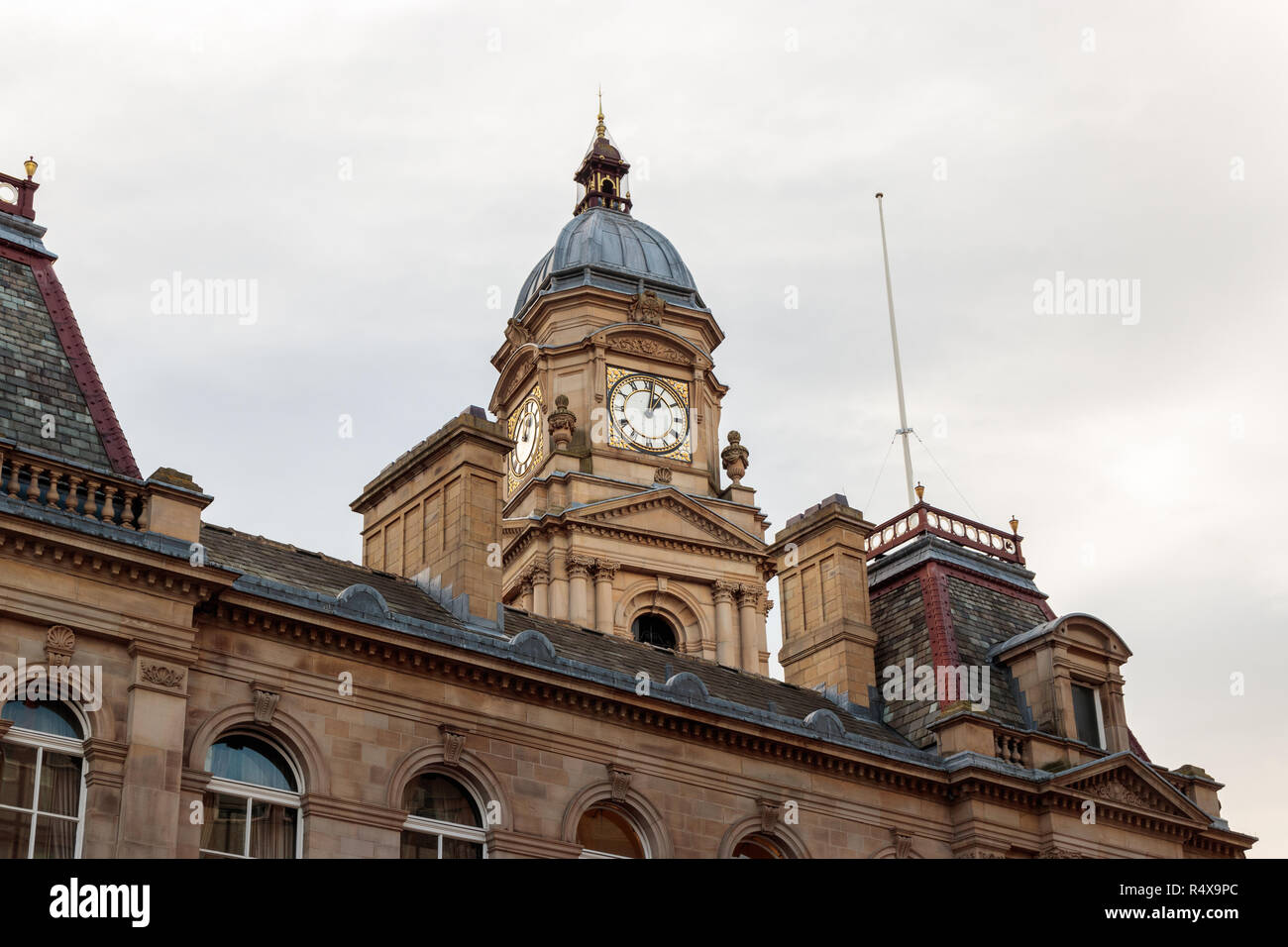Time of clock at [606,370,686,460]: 1:01
